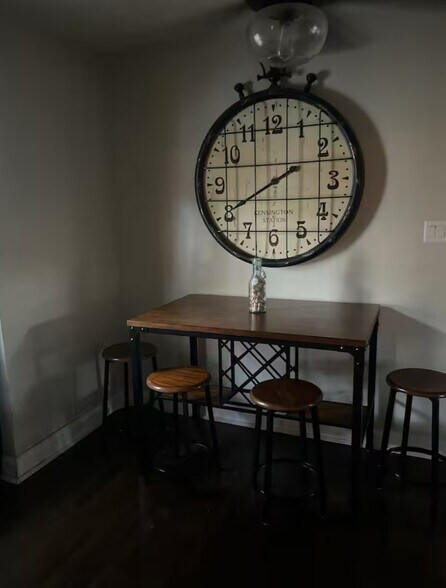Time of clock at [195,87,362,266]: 8:01
